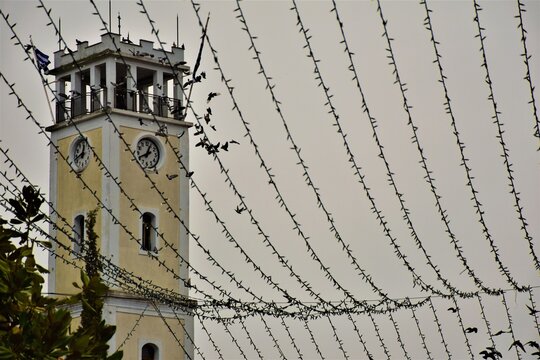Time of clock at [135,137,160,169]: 12:41
